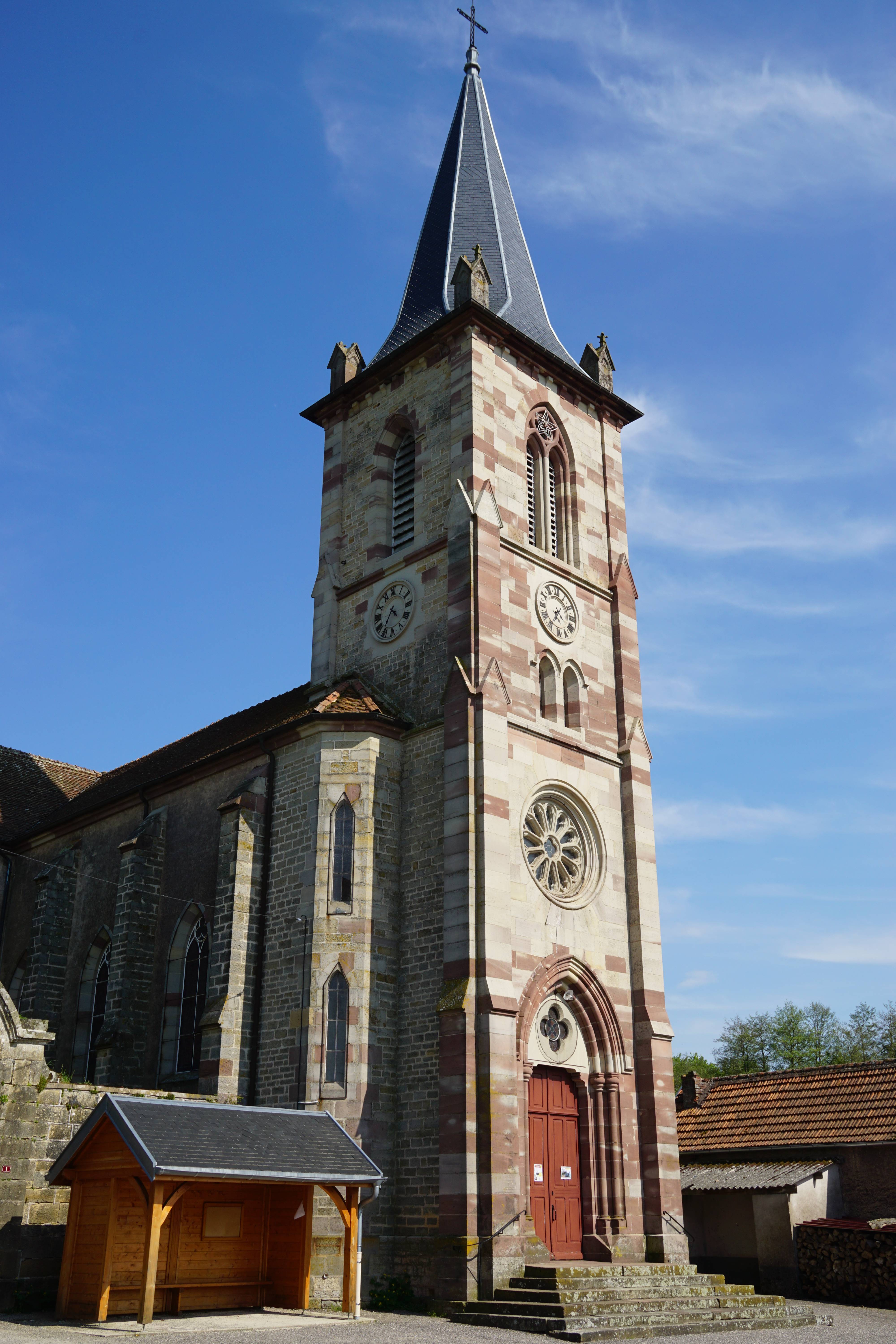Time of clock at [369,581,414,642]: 4:35
